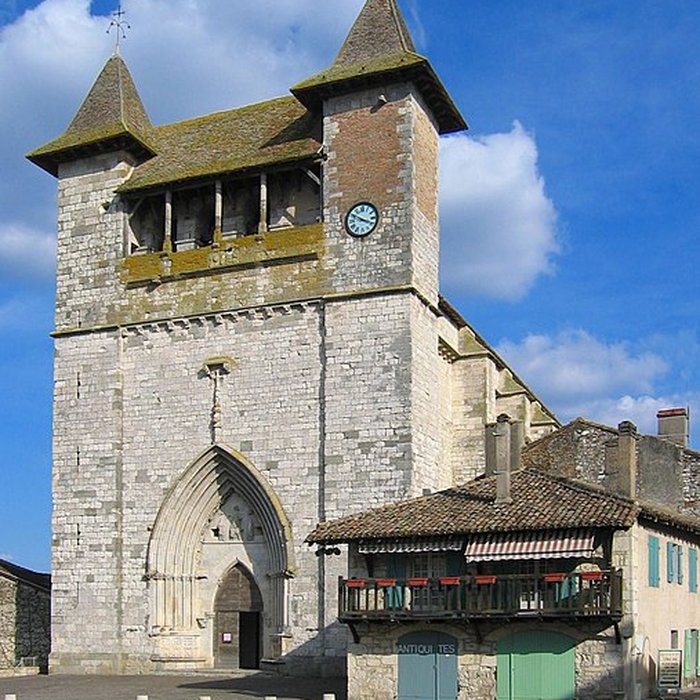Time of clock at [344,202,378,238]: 3:50
